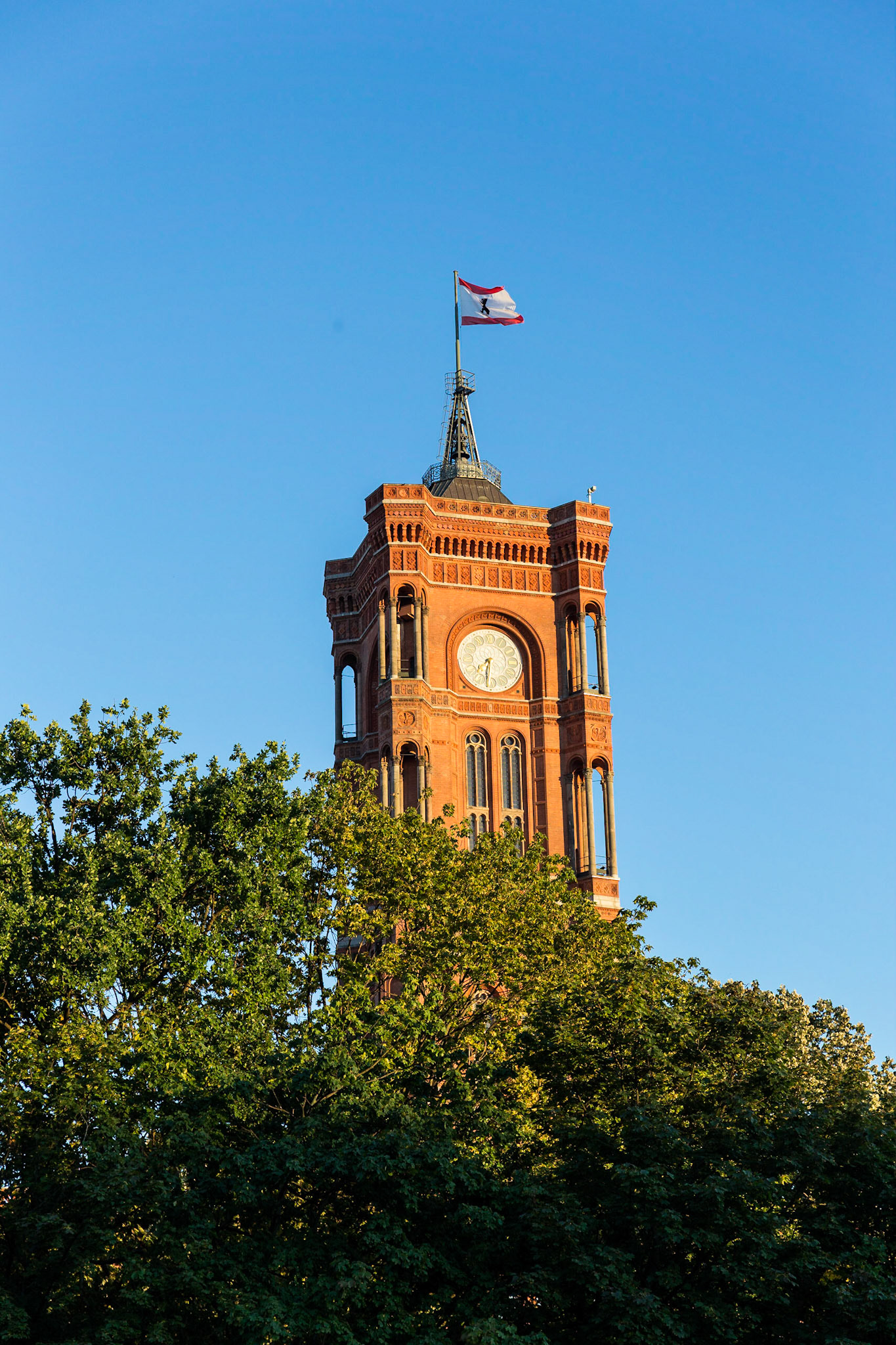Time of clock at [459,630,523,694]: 7:31
